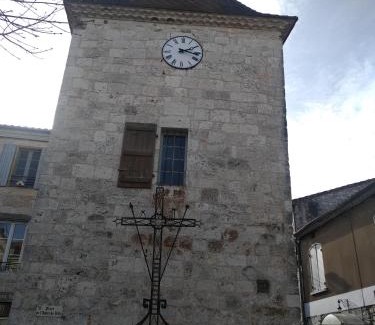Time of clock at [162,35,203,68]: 2:17
